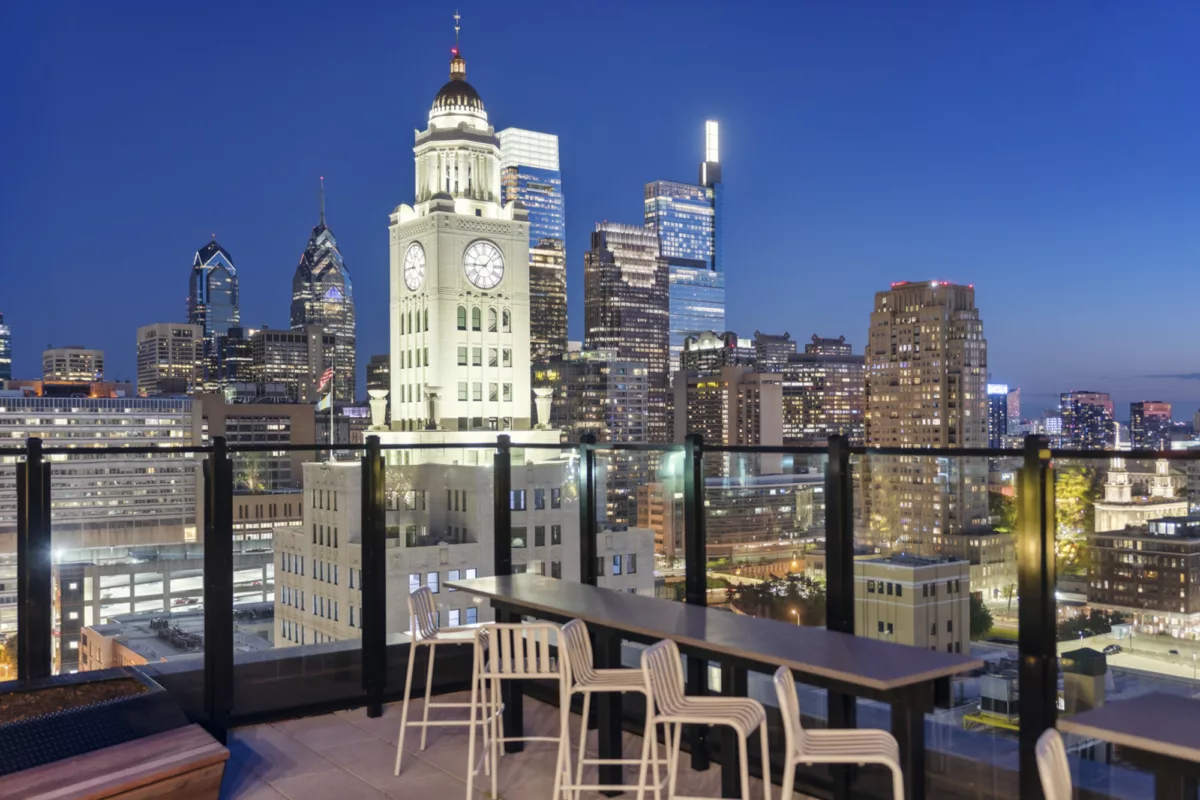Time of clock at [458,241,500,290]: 9:07
